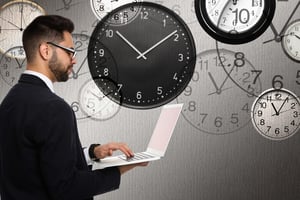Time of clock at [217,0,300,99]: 11:05
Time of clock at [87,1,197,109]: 10:08
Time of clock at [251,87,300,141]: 11:05
